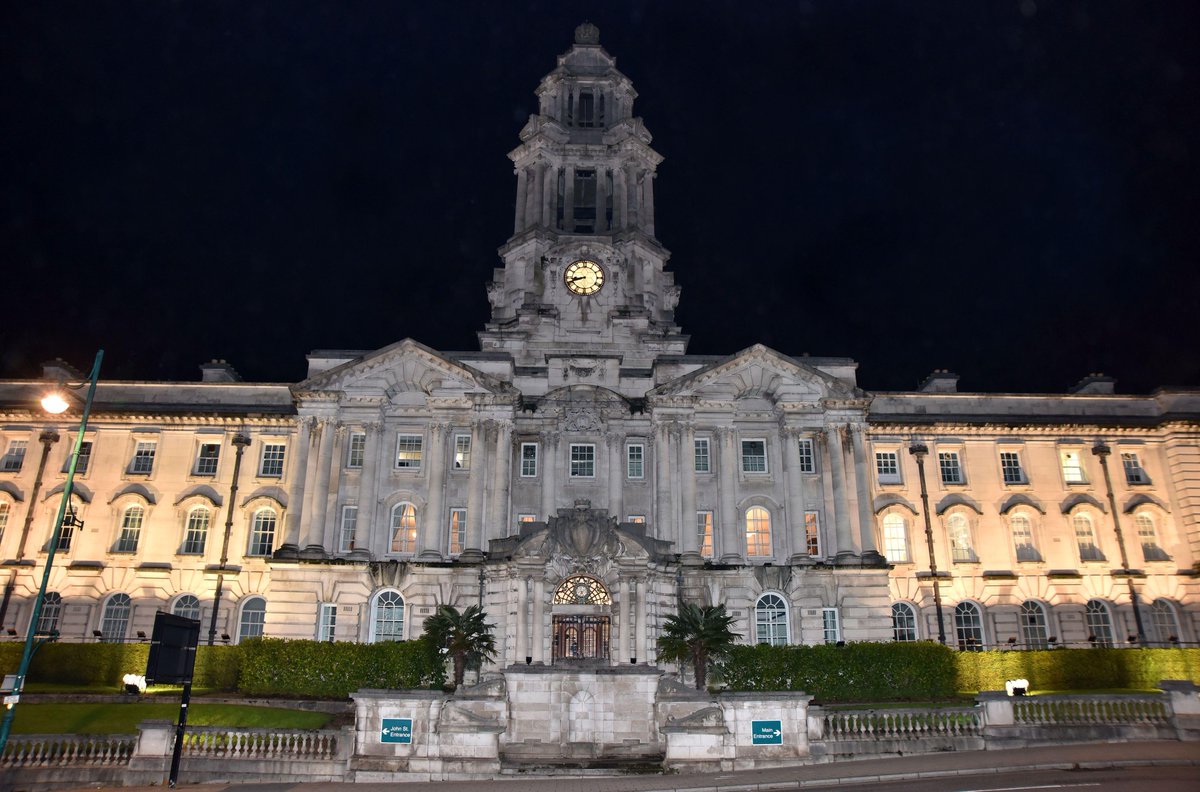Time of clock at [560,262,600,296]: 8:41
